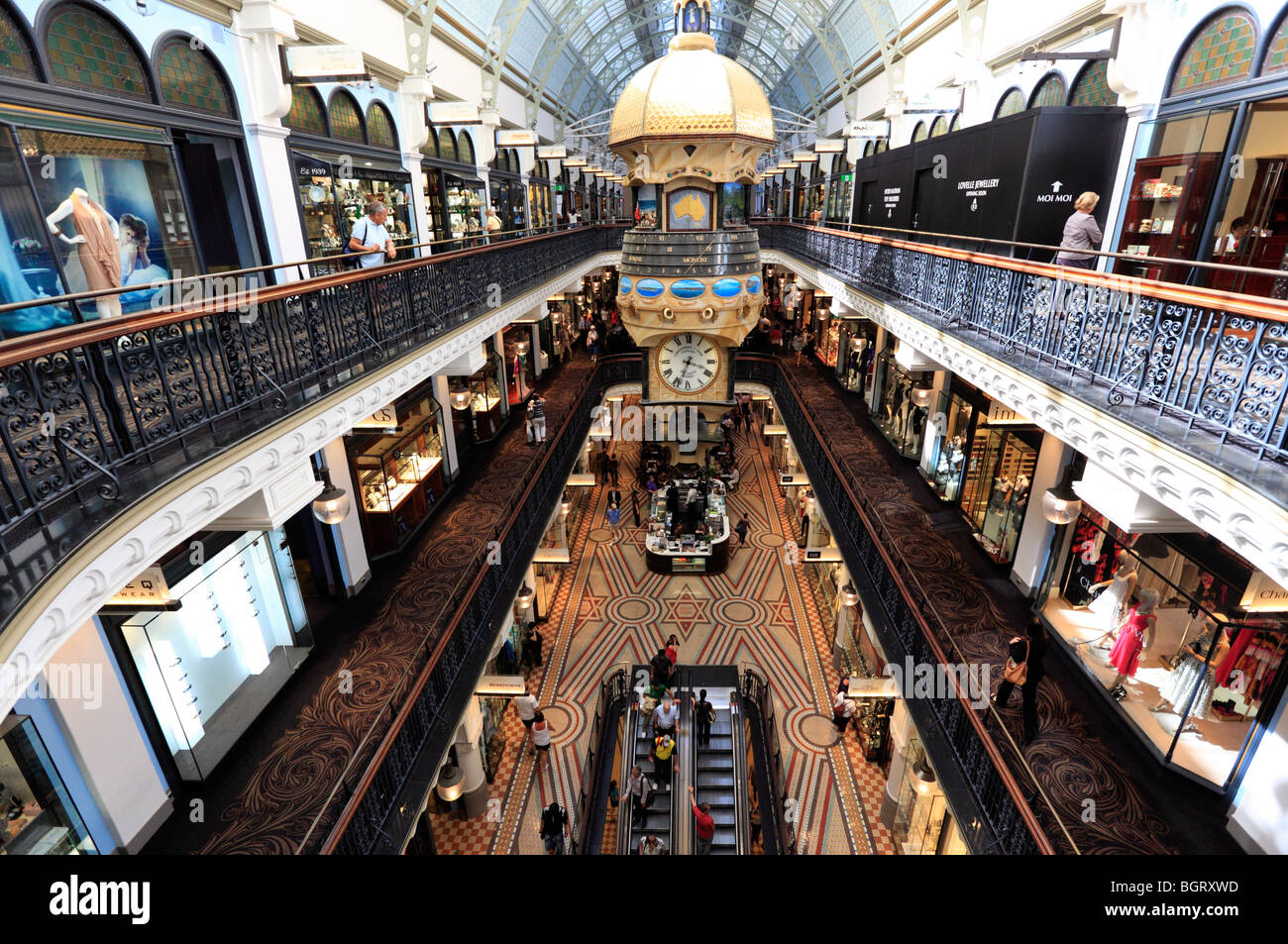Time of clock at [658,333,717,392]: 3:33
